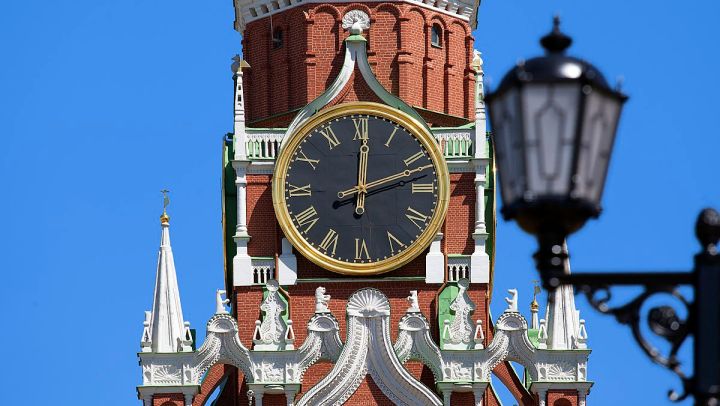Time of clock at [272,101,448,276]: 12:11
